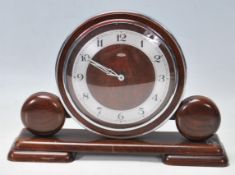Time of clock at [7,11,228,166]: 9:50
